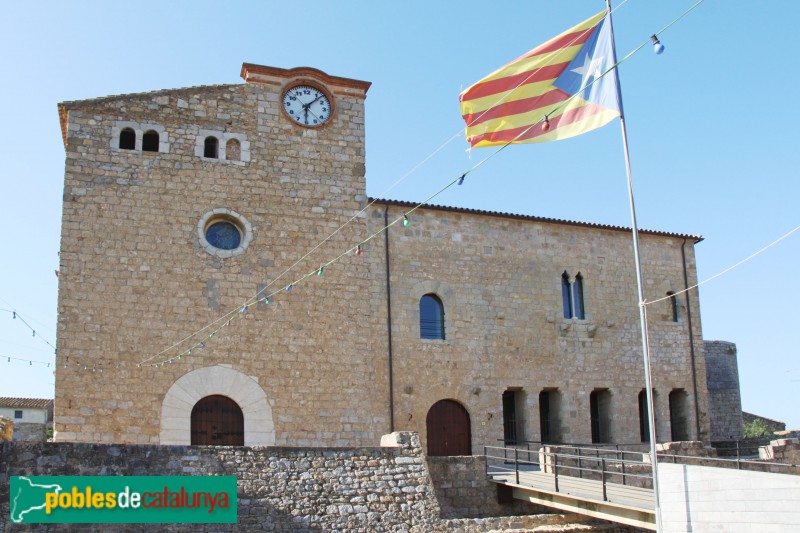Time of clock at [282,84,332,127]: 6:07
